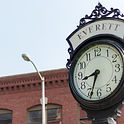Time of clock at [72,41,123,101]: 8:33
